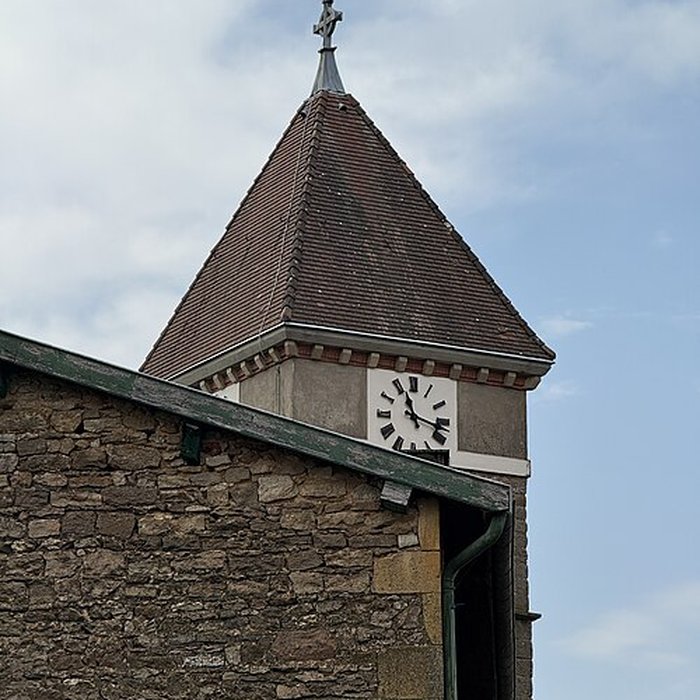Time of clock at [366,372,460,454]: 11:17
